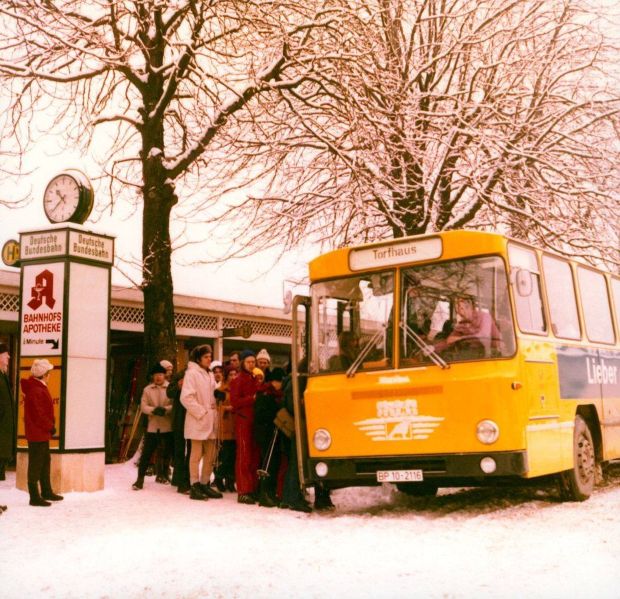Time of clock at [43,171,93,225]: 10:38
